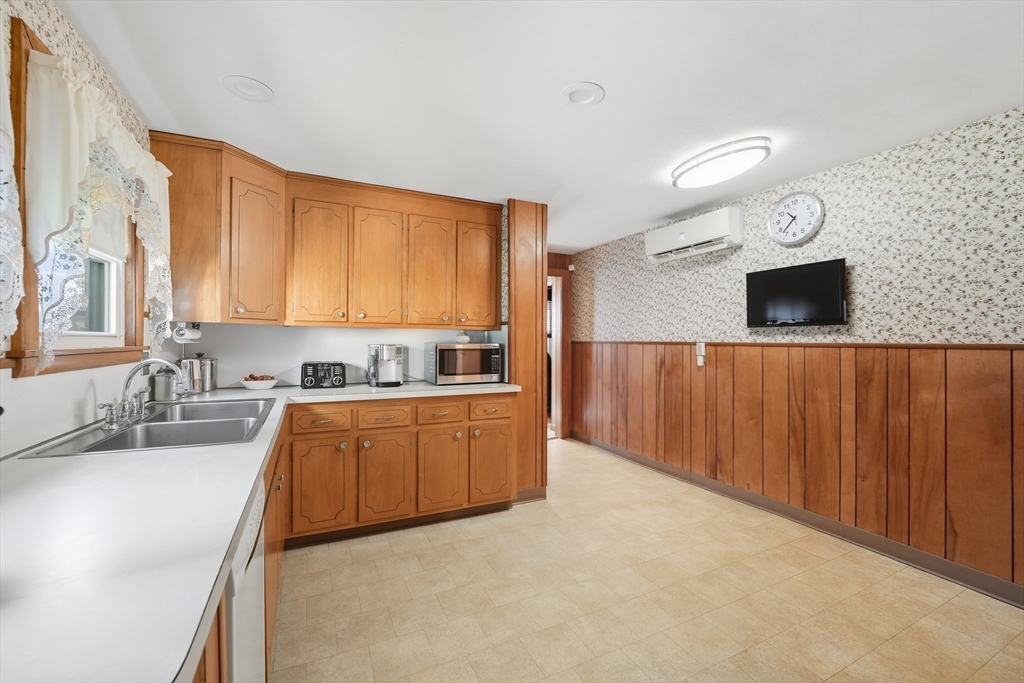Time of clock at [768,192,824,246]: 10:37
